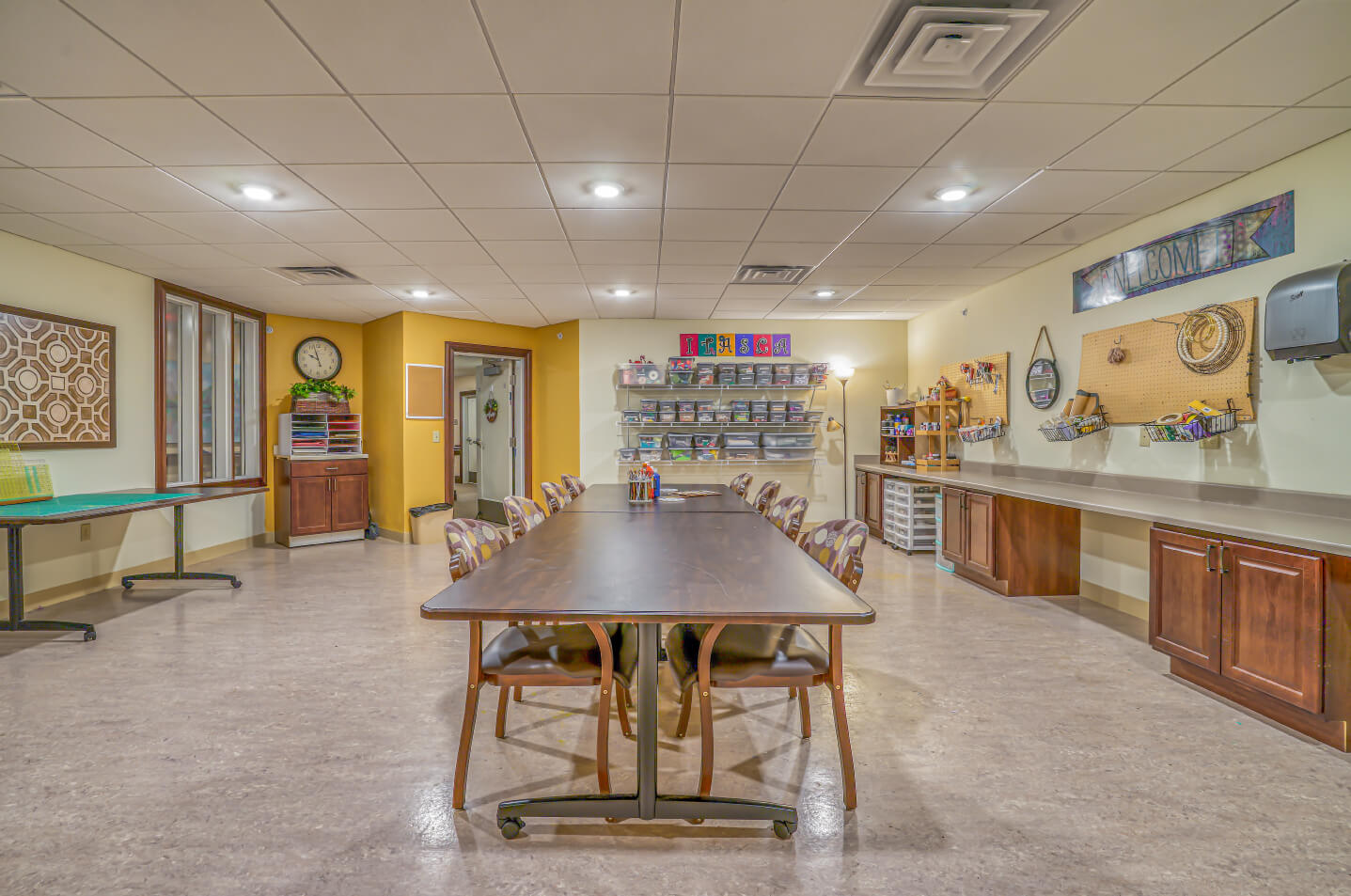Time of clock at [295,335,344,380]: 9:57
